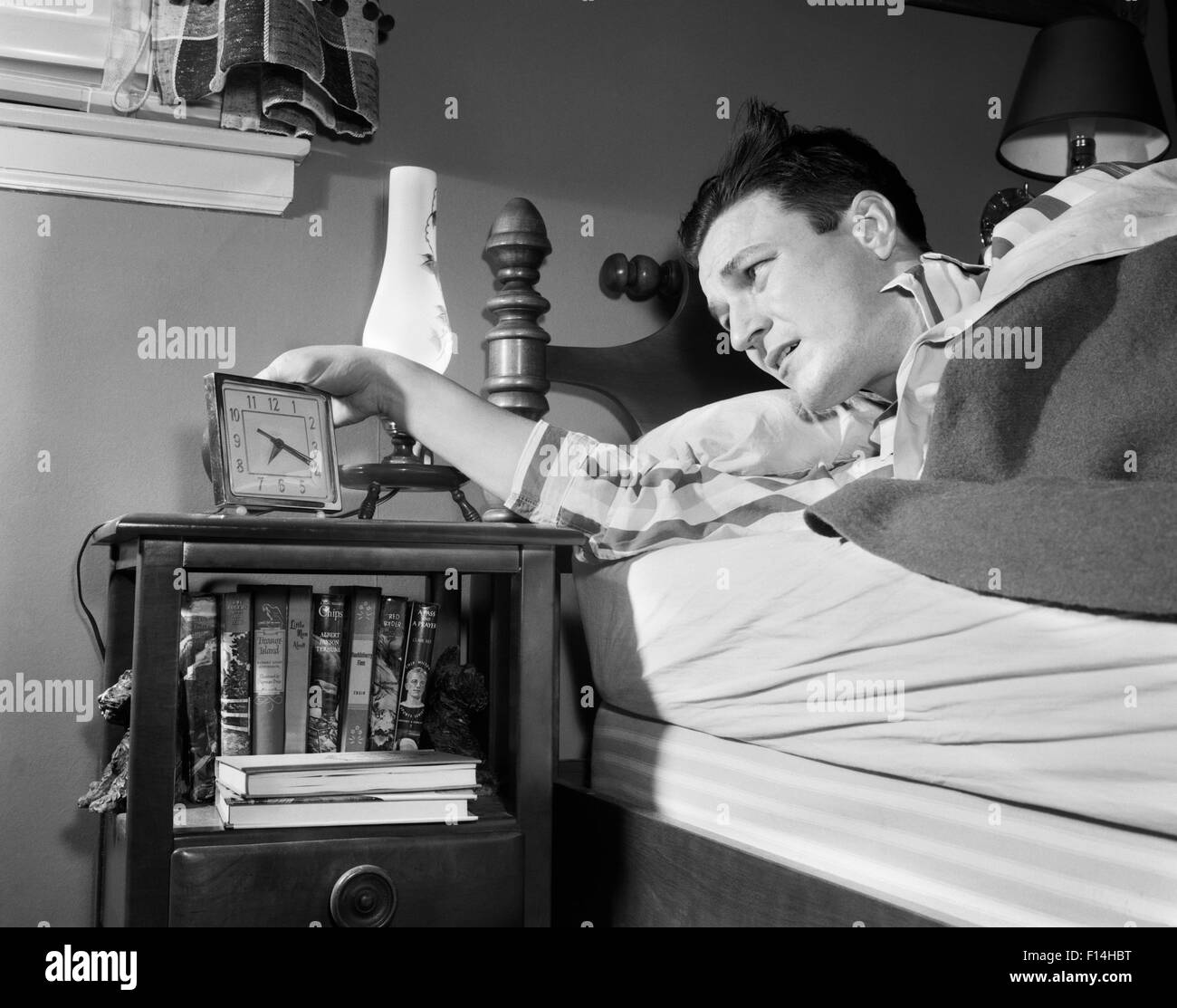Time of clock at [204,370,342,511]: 7:19
